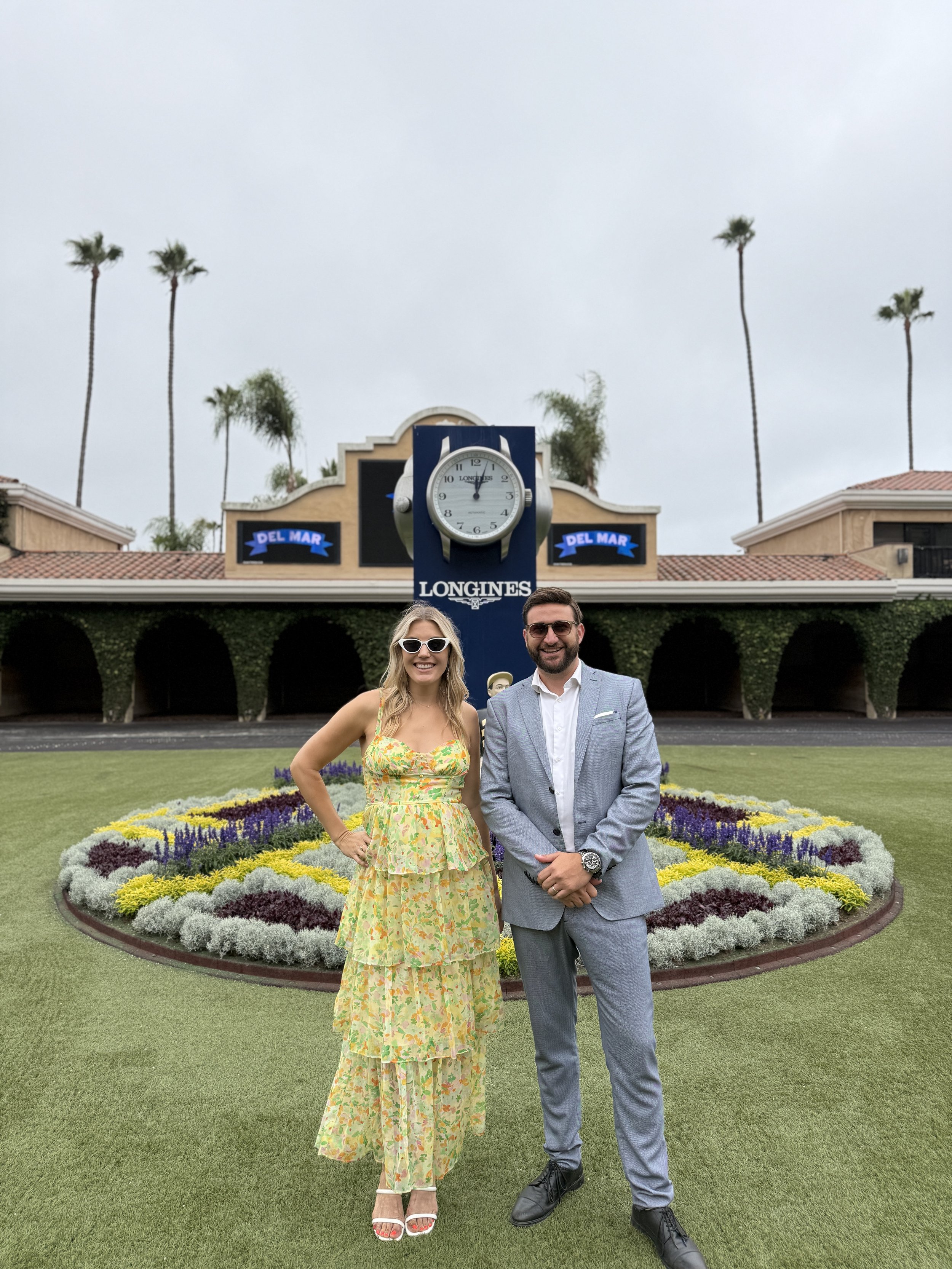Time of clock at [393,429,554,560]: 12:03
